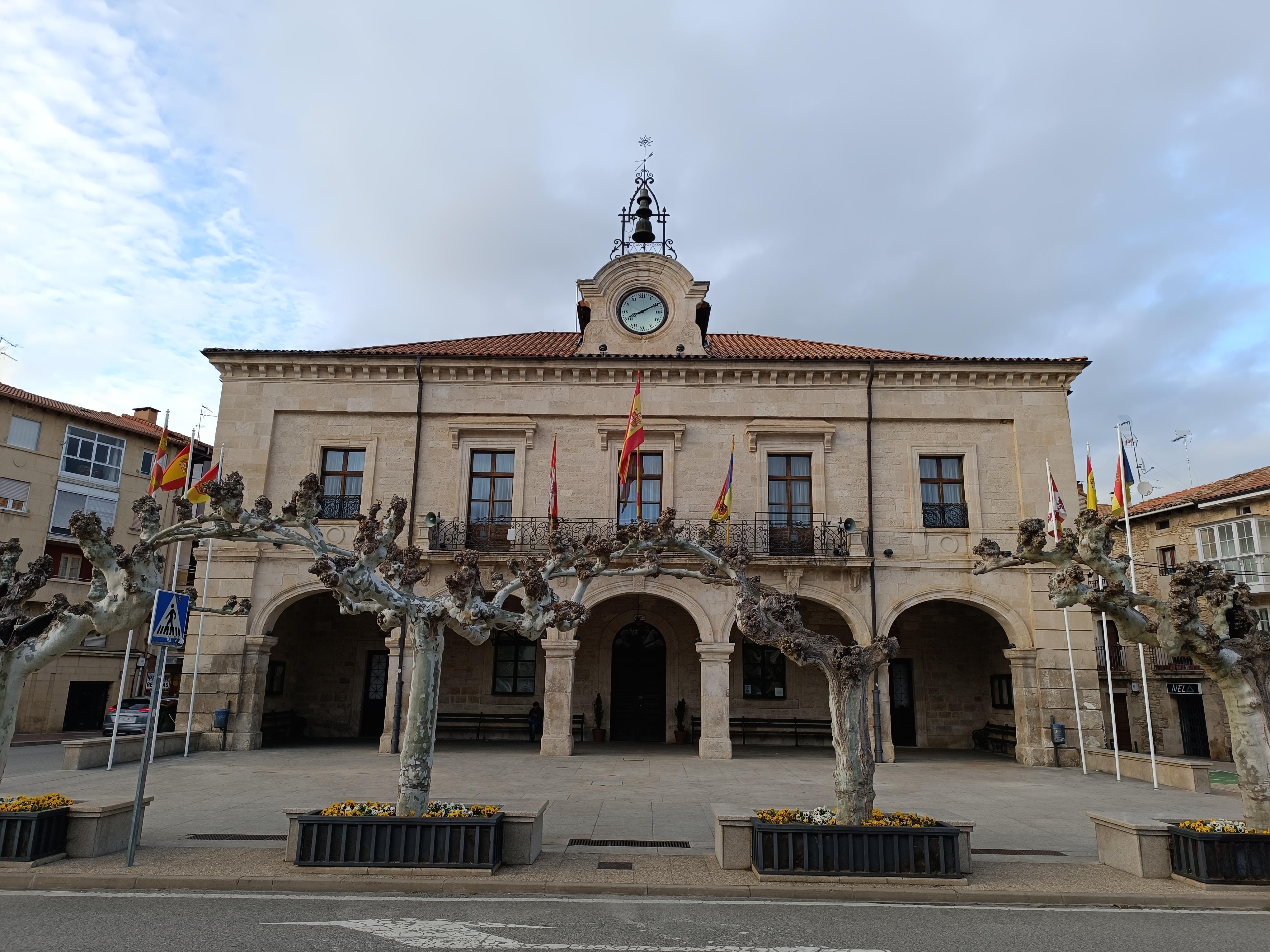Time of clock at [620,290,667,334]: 8:10
